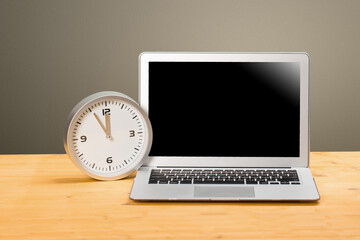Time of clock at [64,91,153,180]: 11:55
